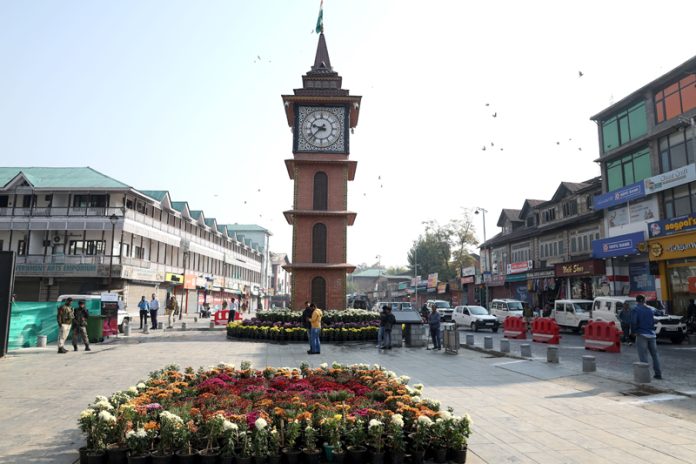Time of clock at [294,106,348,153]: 9:37
